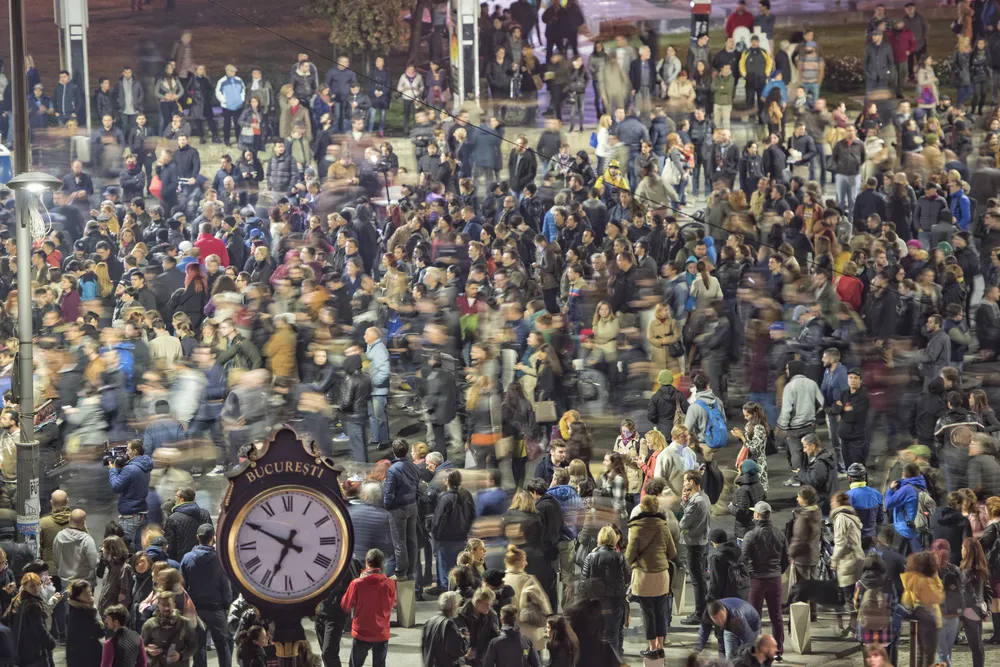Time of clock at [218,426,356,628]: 6:49
